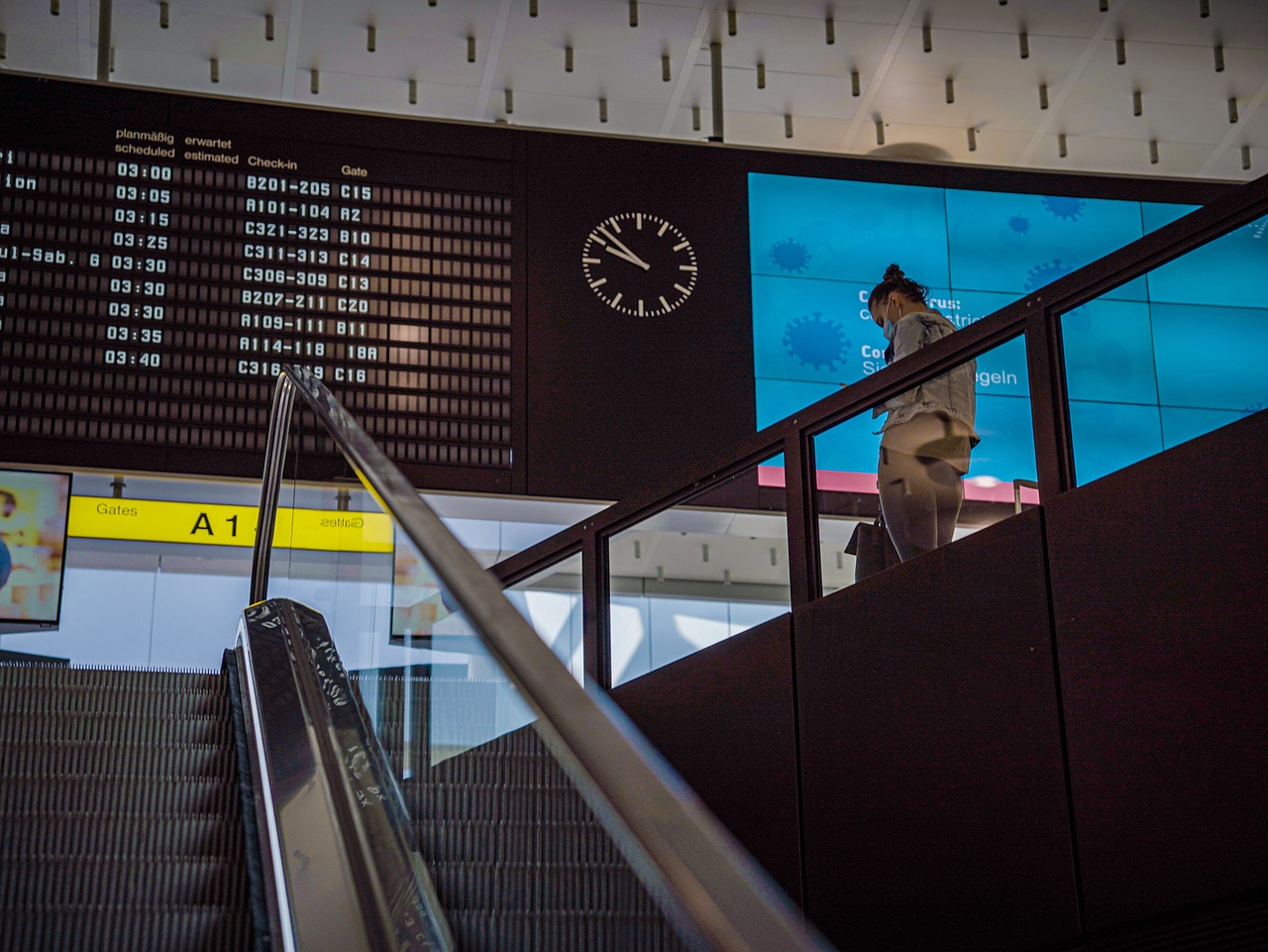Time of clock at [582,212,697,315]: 9:52
